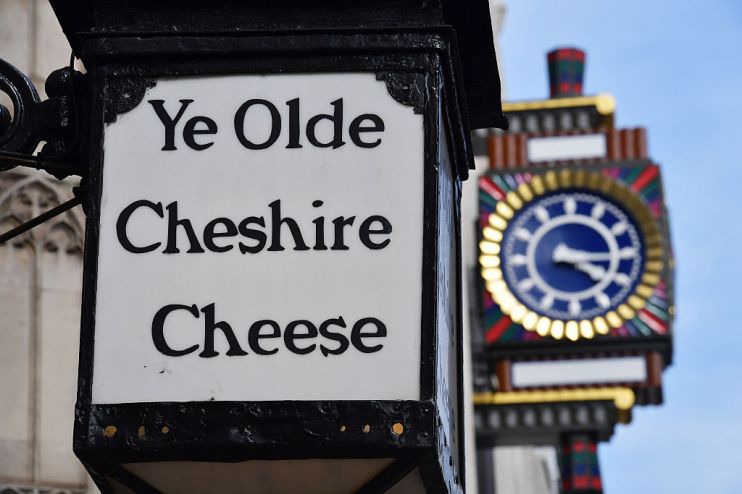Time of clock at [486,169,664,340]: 4:15
